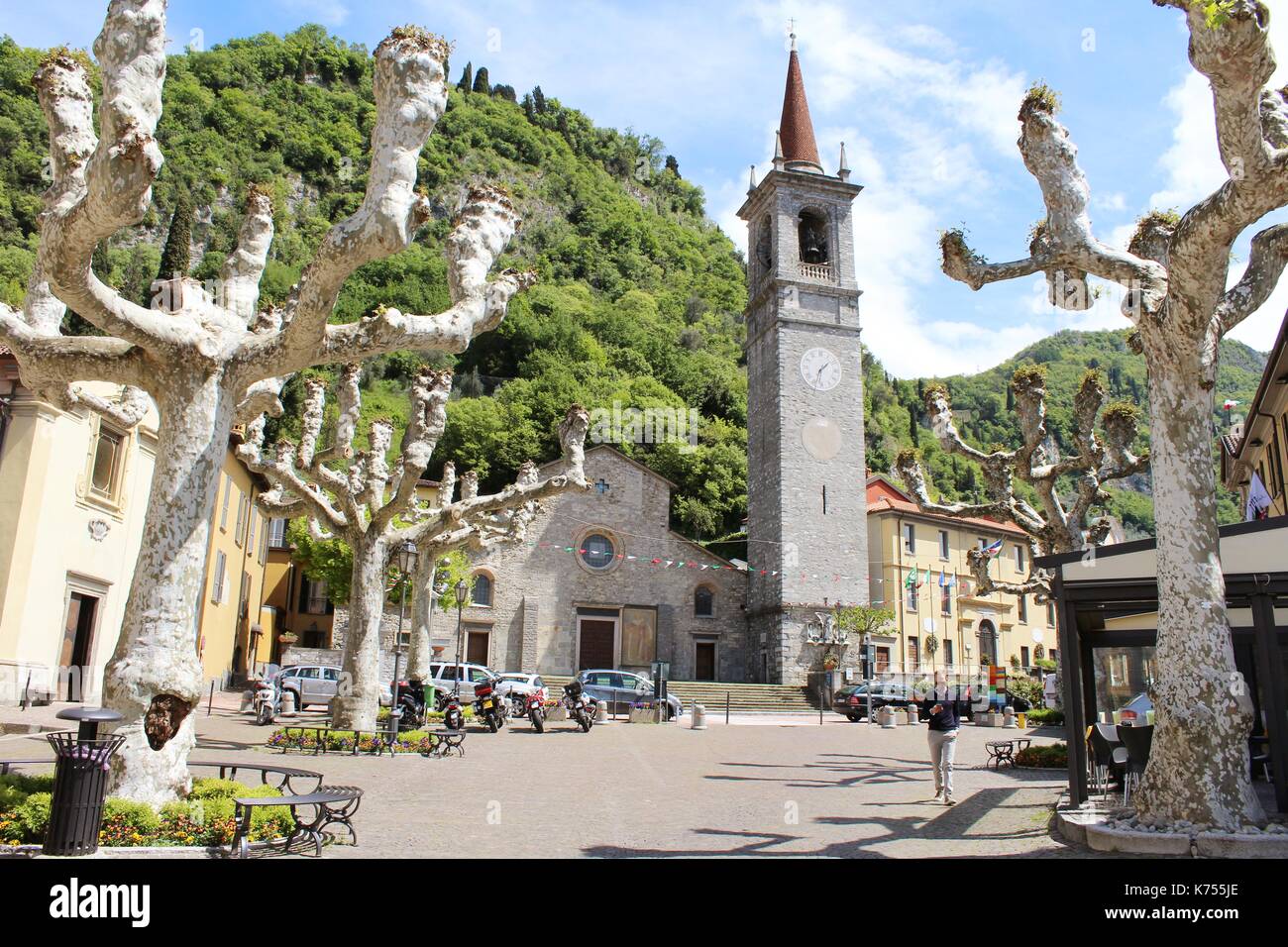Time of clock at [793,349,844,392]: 1:32
